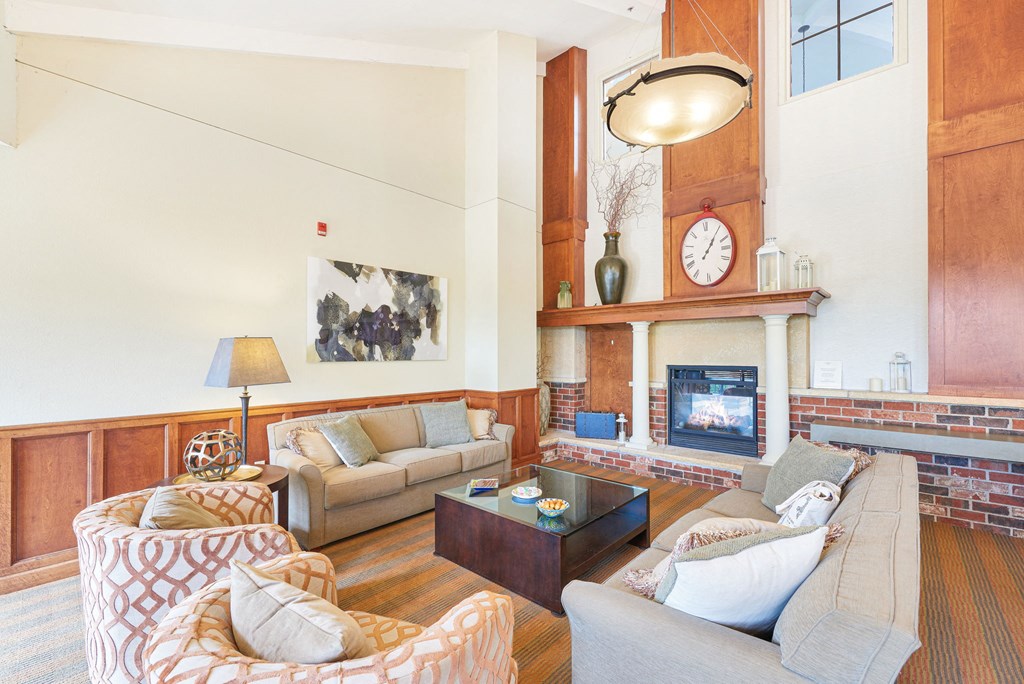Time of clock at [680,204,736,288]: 1:05
